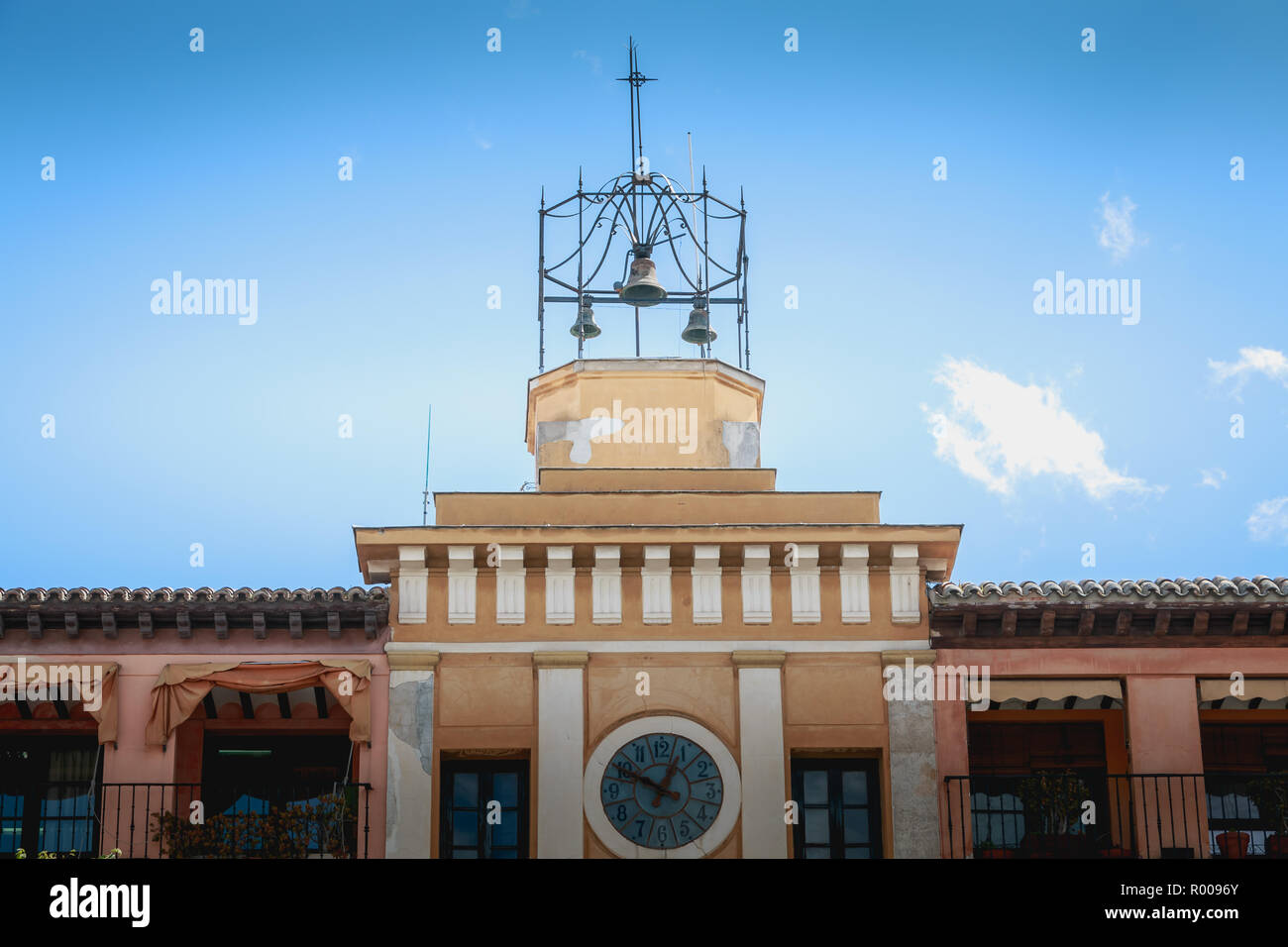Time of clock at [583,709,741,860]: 12:49
